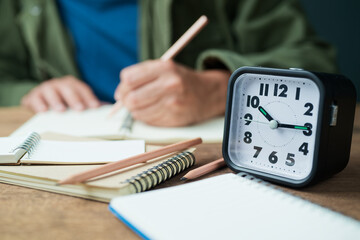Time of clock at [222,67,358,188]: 10:14
